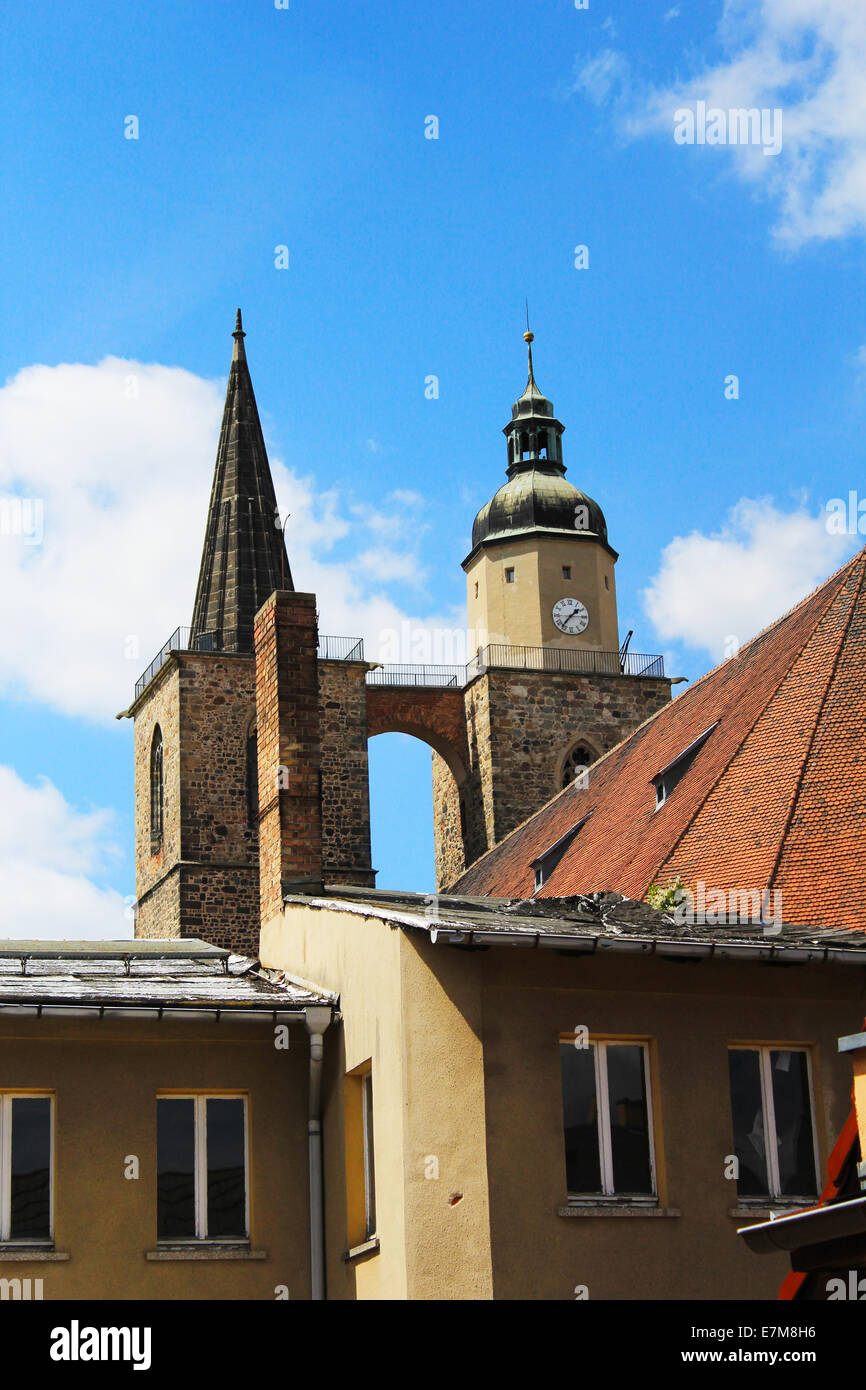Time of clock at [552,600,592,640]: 1:36
